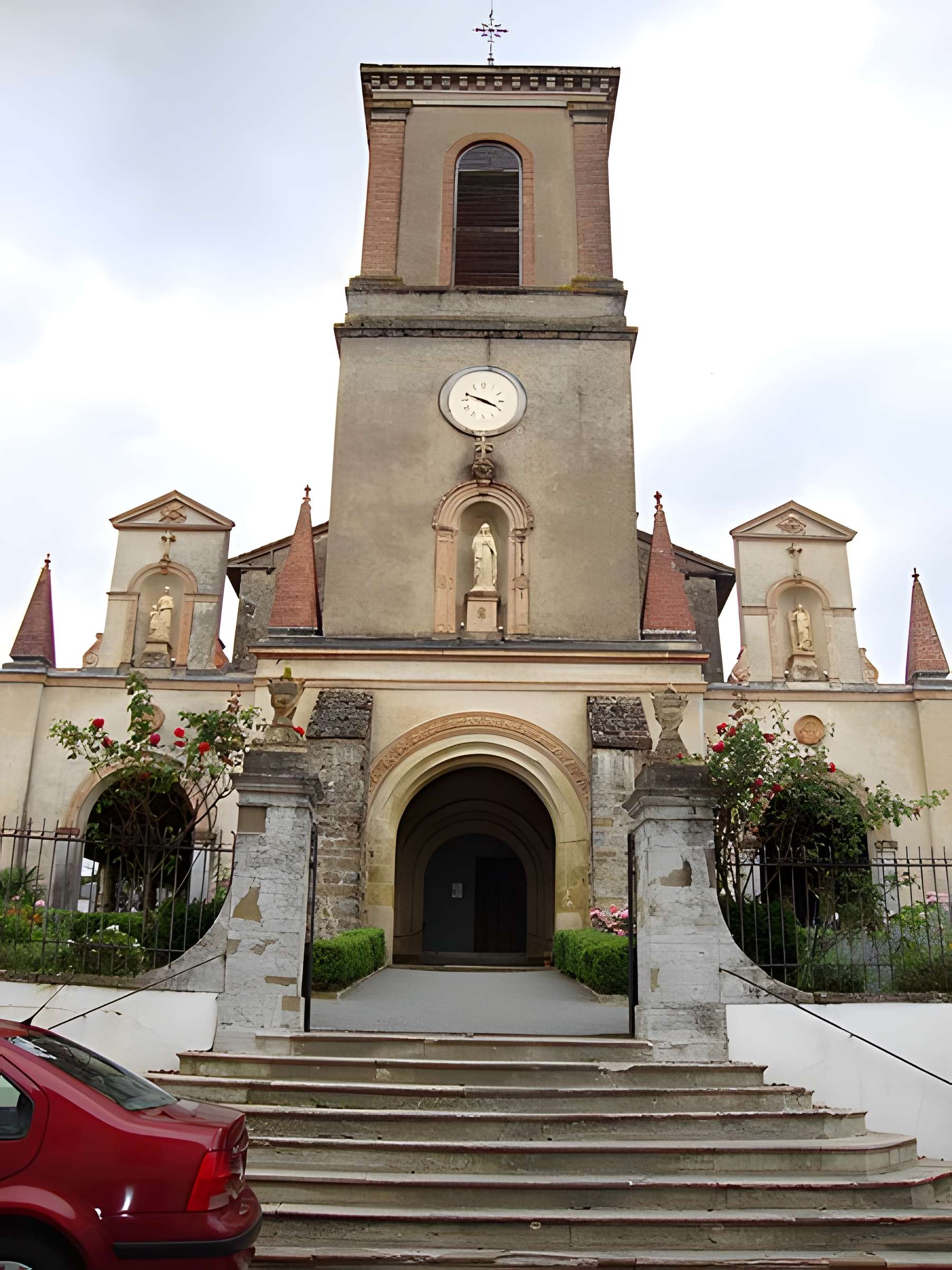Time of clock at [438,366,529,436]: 3:48
